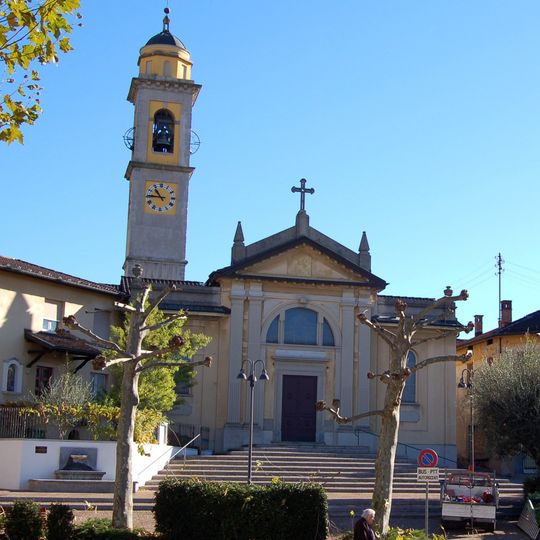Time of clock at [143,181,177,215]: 10:45
